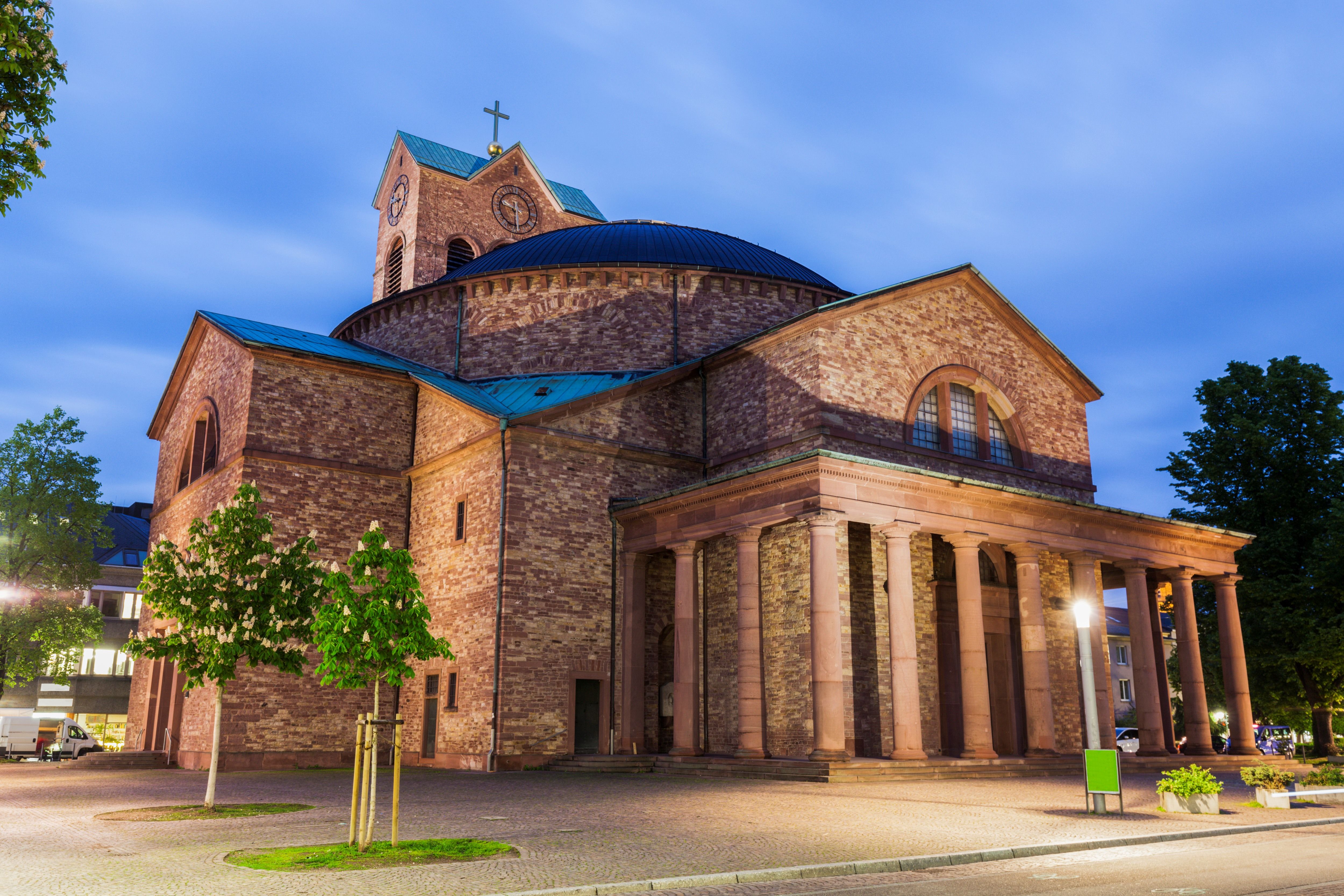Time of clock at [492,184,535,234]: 9:30
